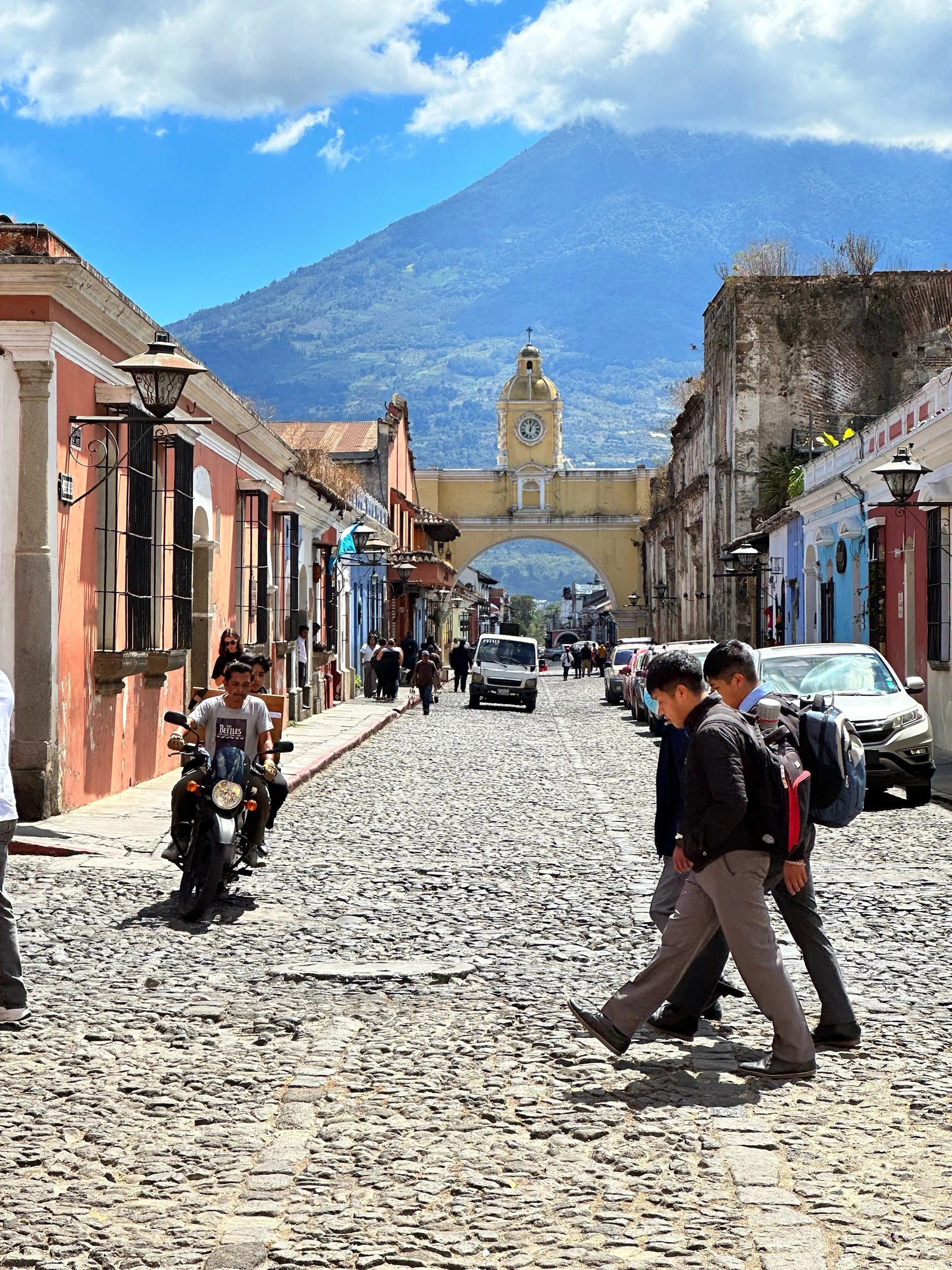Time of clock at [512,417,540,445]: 12:05
